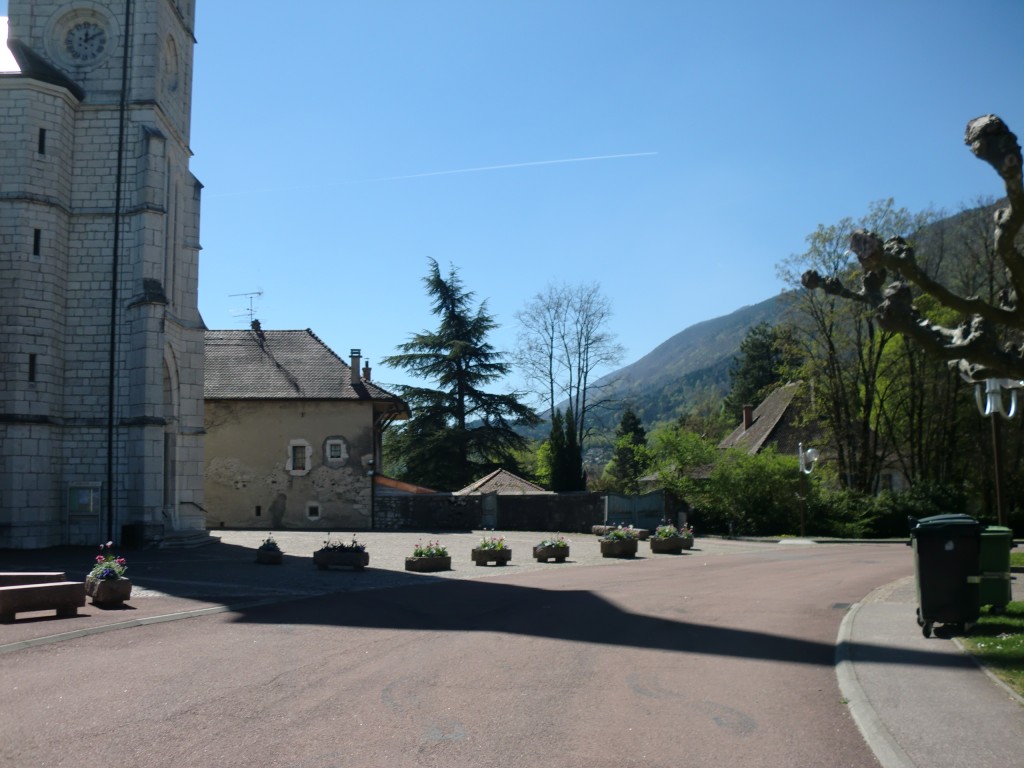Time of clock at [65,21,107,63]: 12:09
